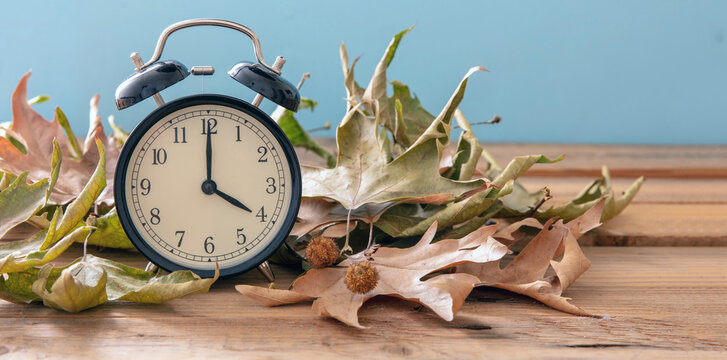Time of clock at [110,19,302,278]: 4:00
